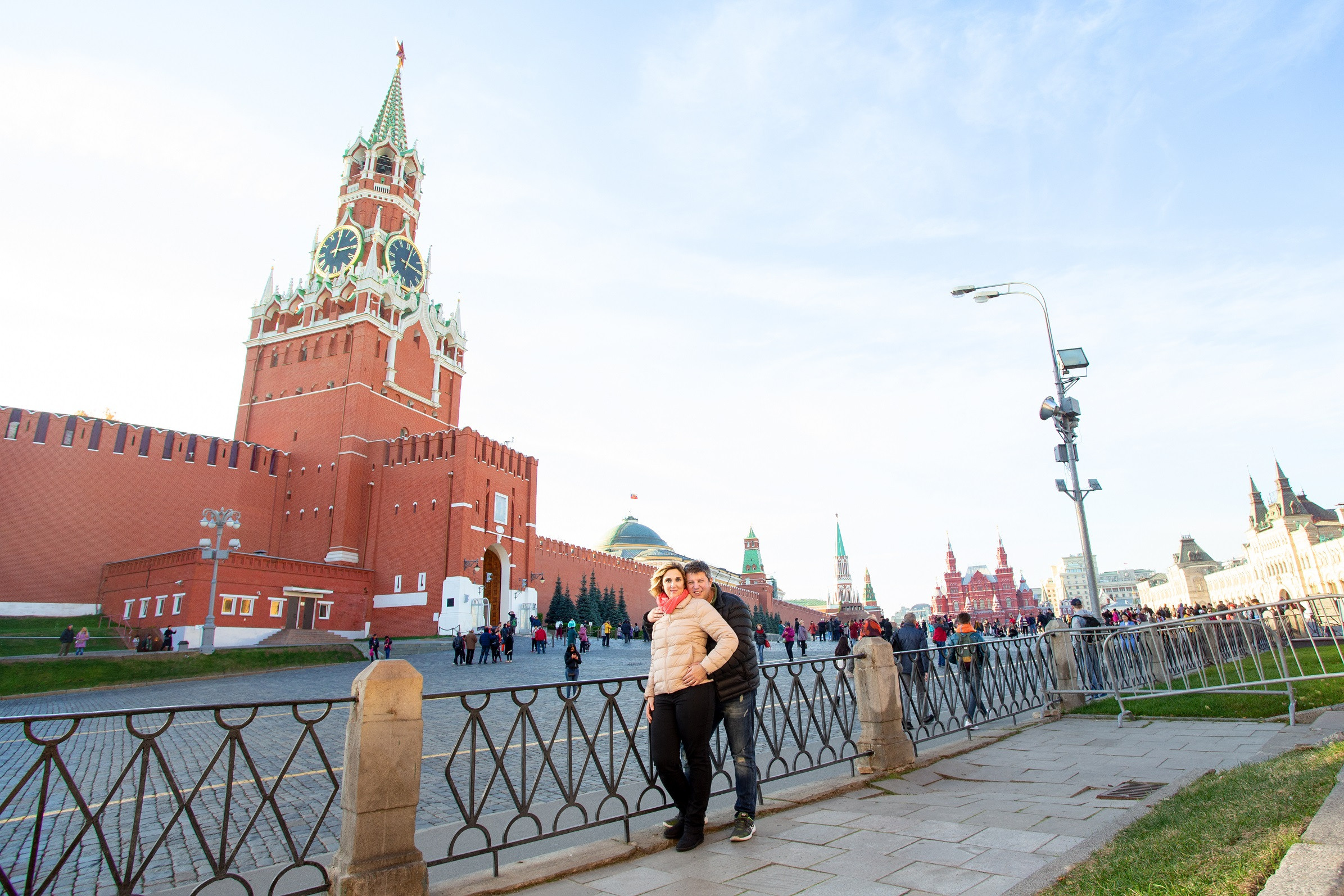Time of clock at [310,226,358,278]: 12:14
